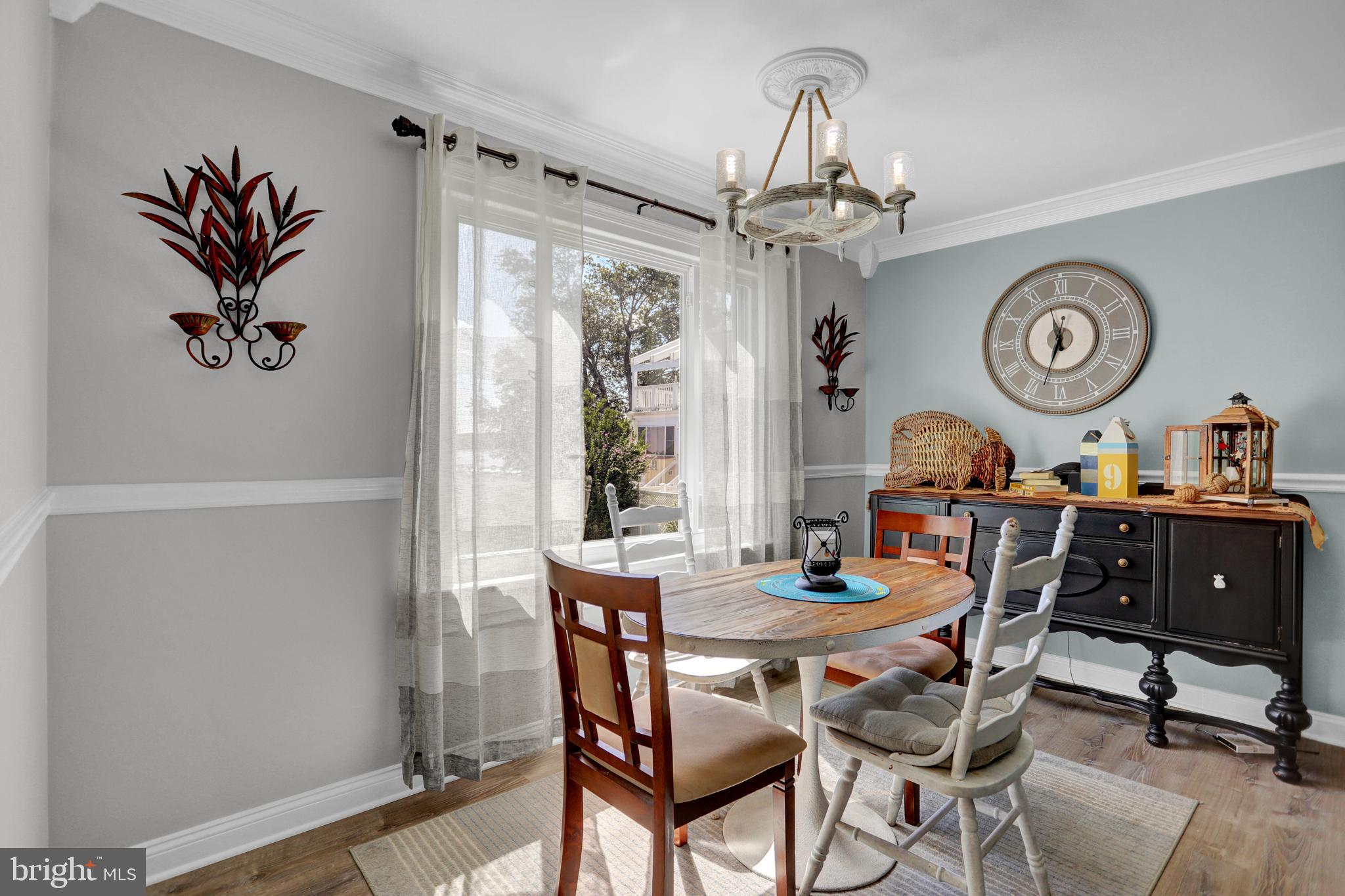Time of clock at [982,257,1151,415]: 11:33
